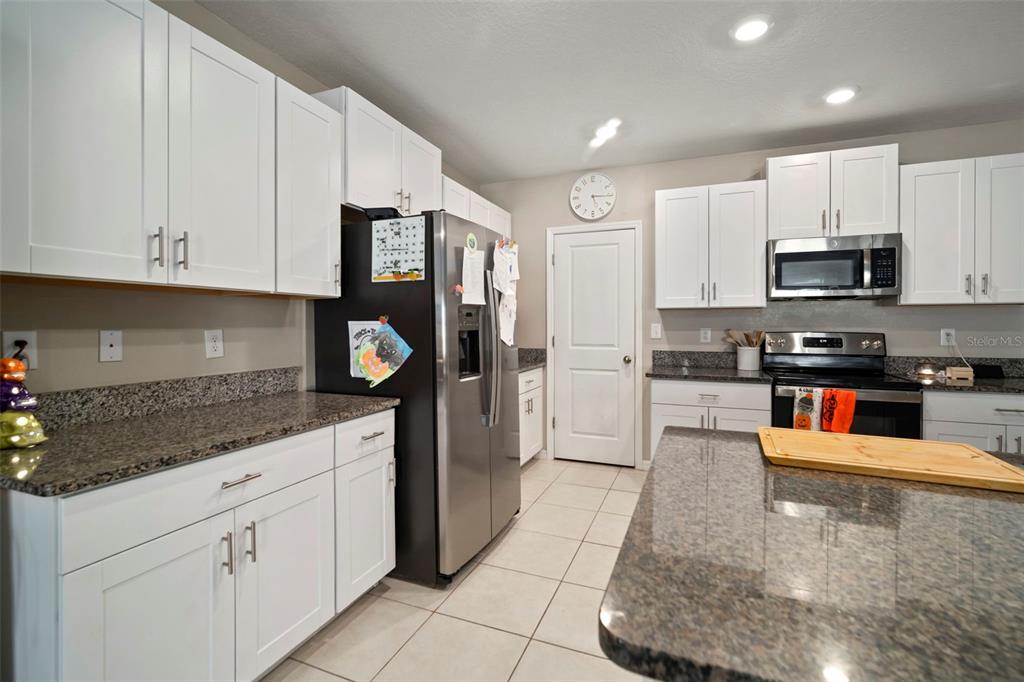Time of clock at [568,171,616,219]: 5:15
